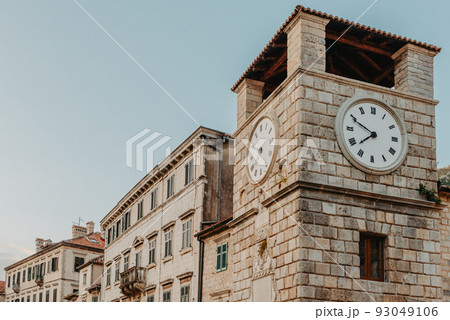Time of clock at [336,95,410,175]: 7:49
